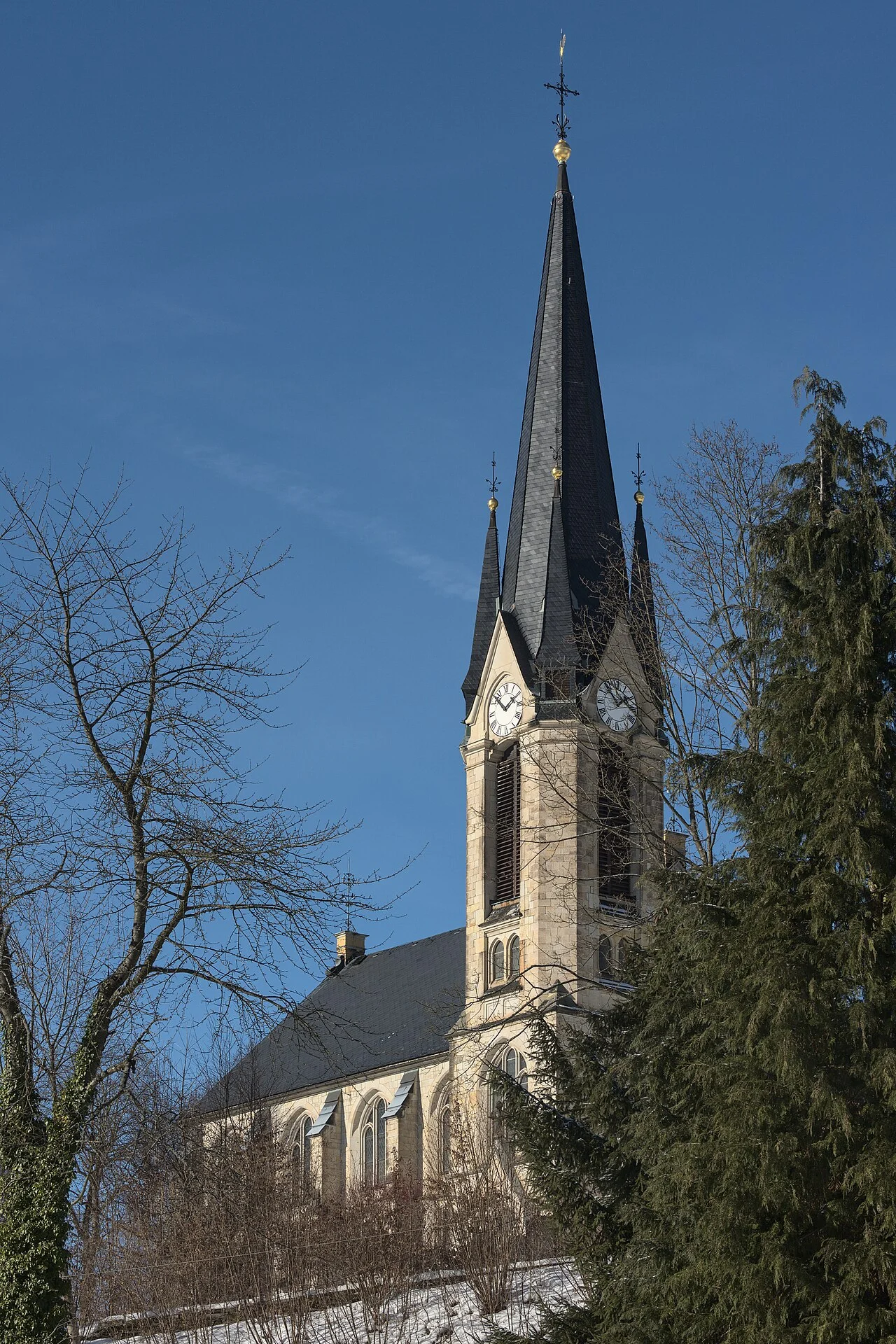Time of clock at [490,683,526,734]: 1:52
